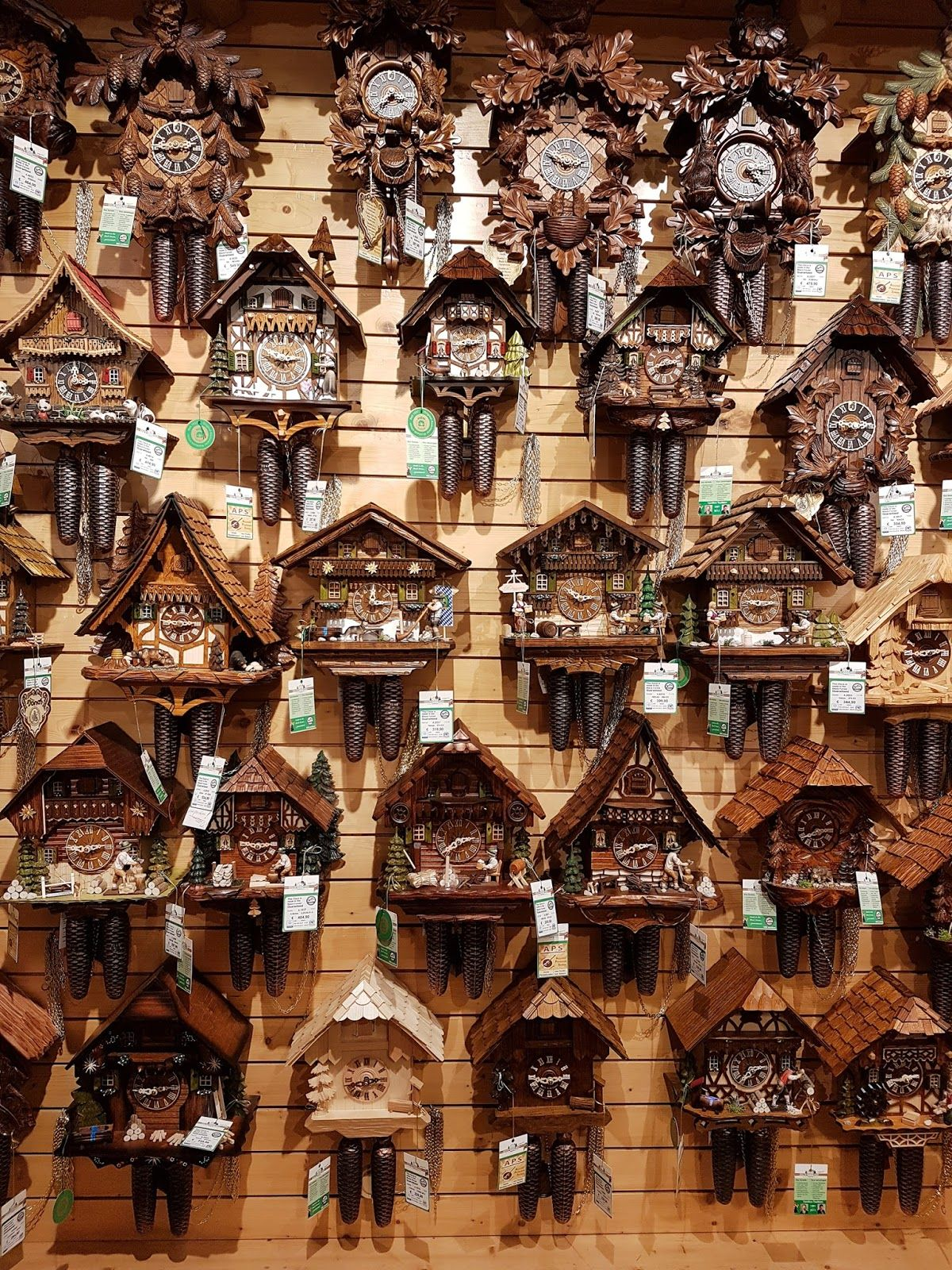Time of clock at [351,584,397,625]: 12:14
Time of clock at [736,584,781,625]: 9:14
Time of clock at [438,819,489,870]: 2:38
